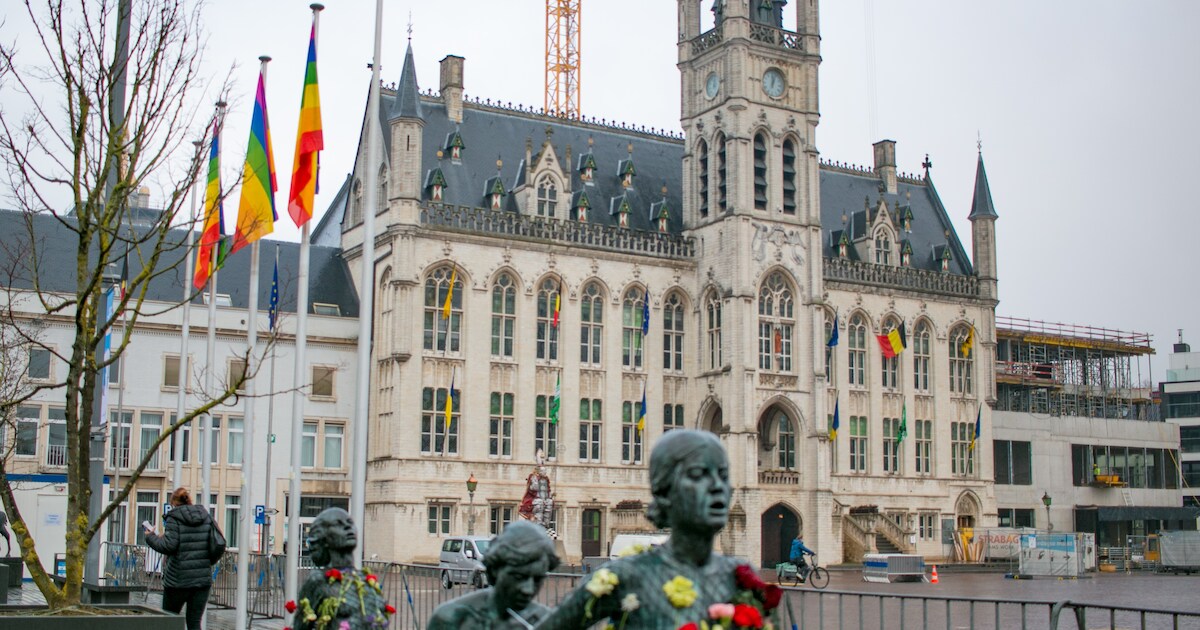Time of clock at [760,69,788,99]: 12:03
